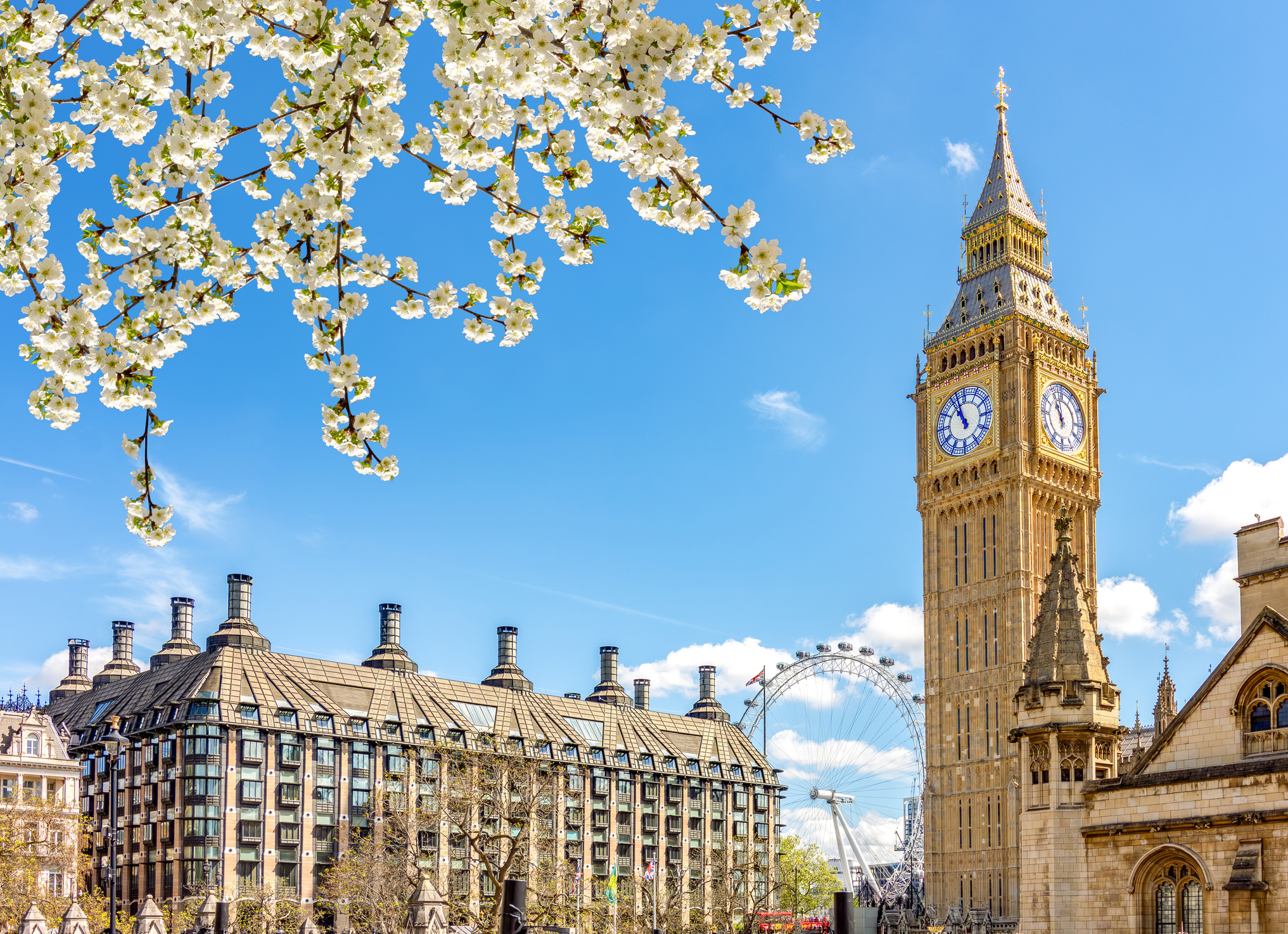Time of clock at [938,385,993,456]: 10:56
